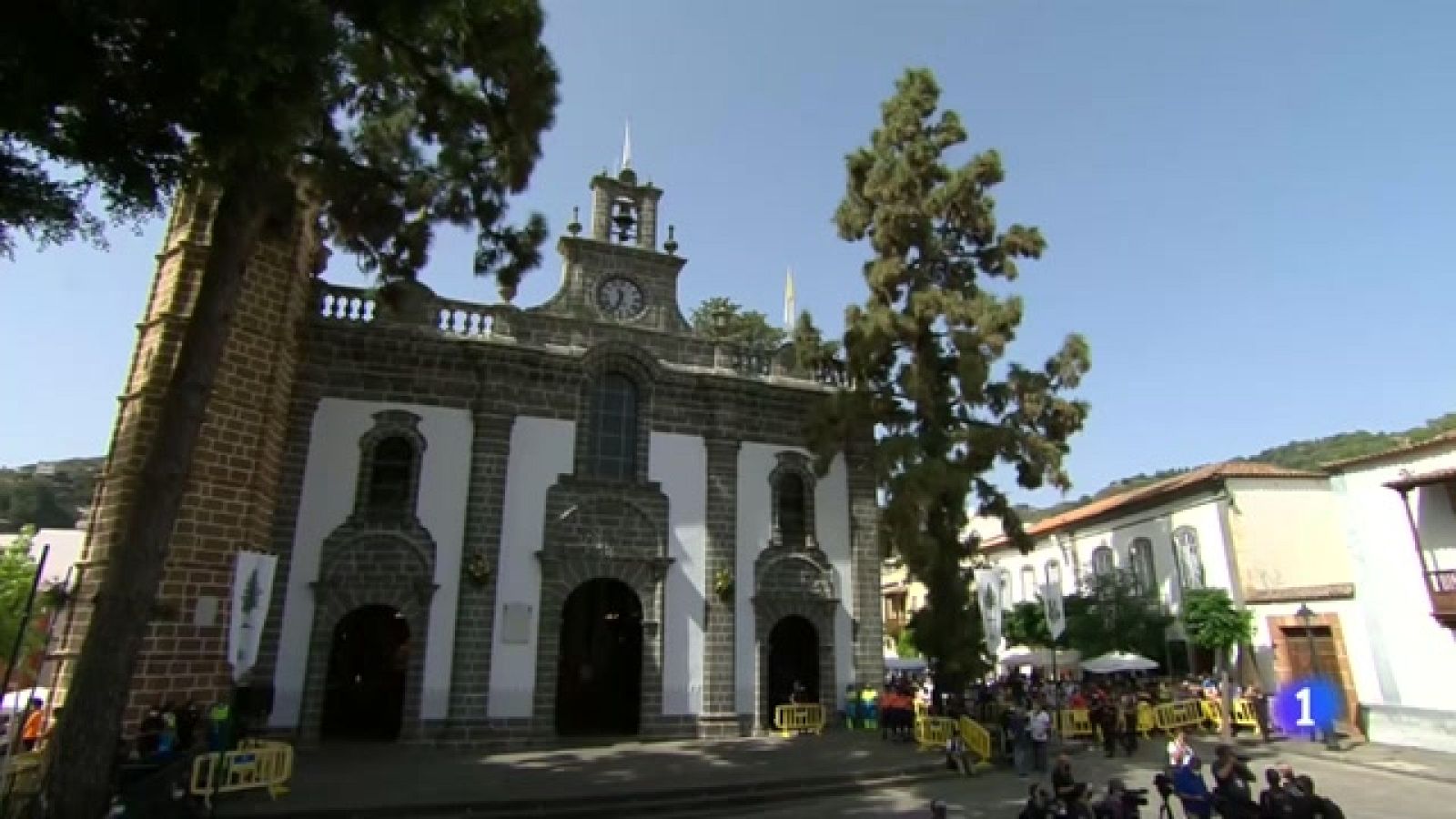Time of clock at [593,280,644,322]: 11:33
